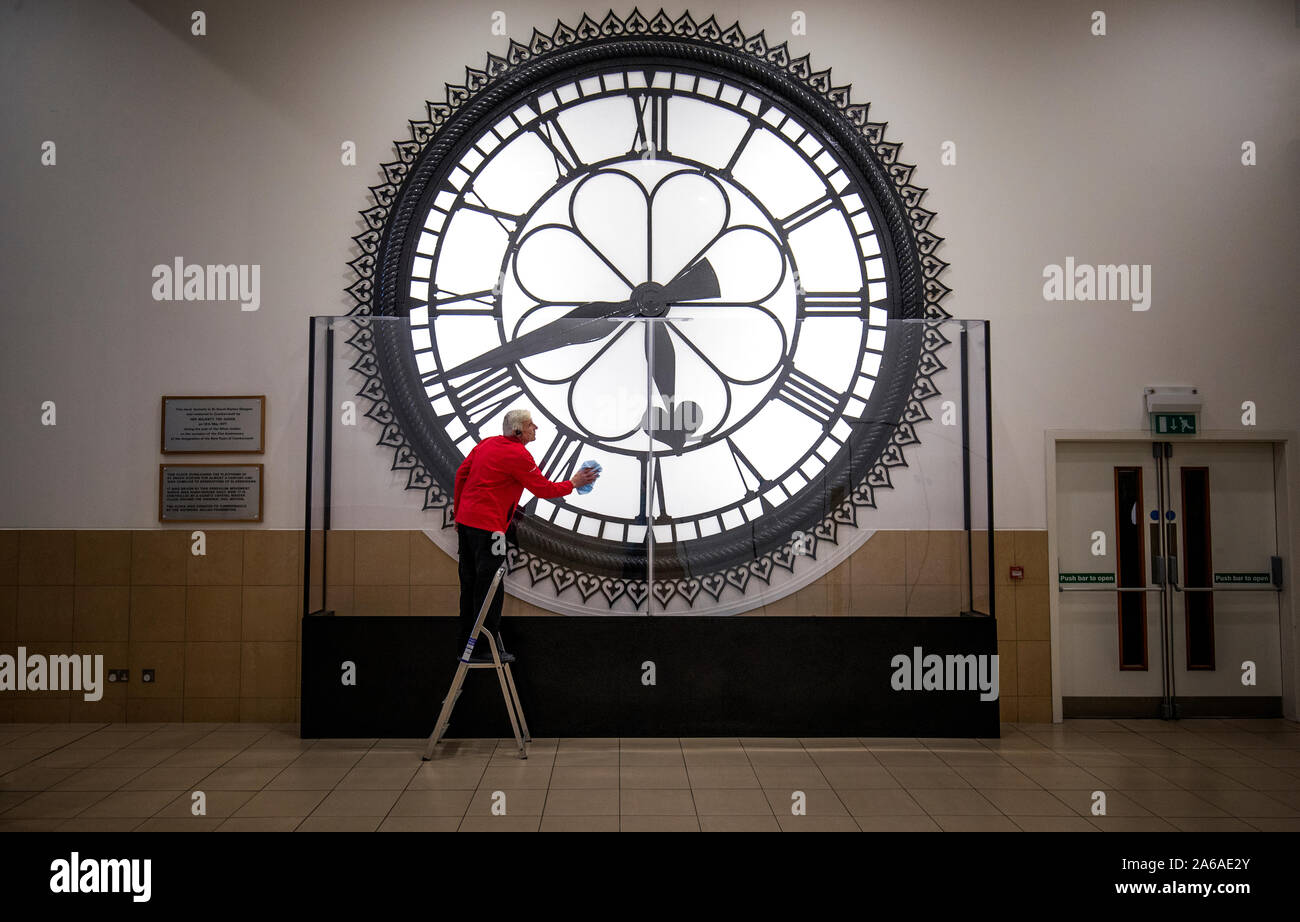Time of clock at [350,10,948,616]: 5:41
